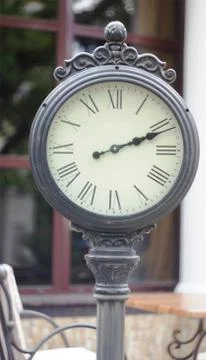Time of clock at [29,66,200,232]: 2:11
